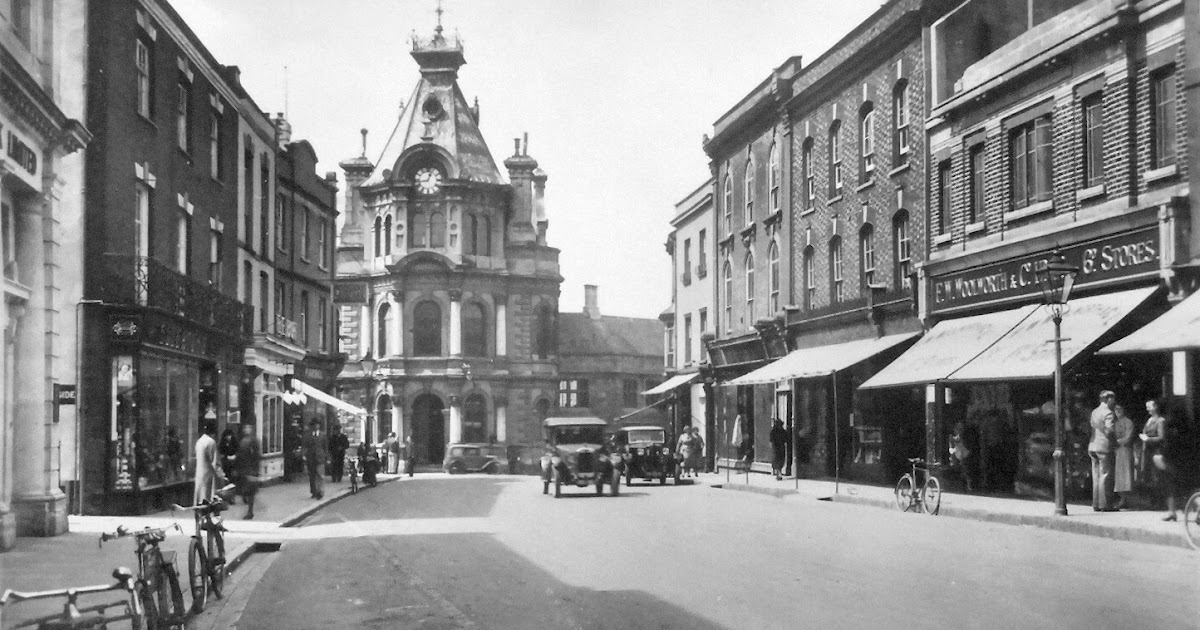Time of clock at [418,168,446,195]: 12:43
